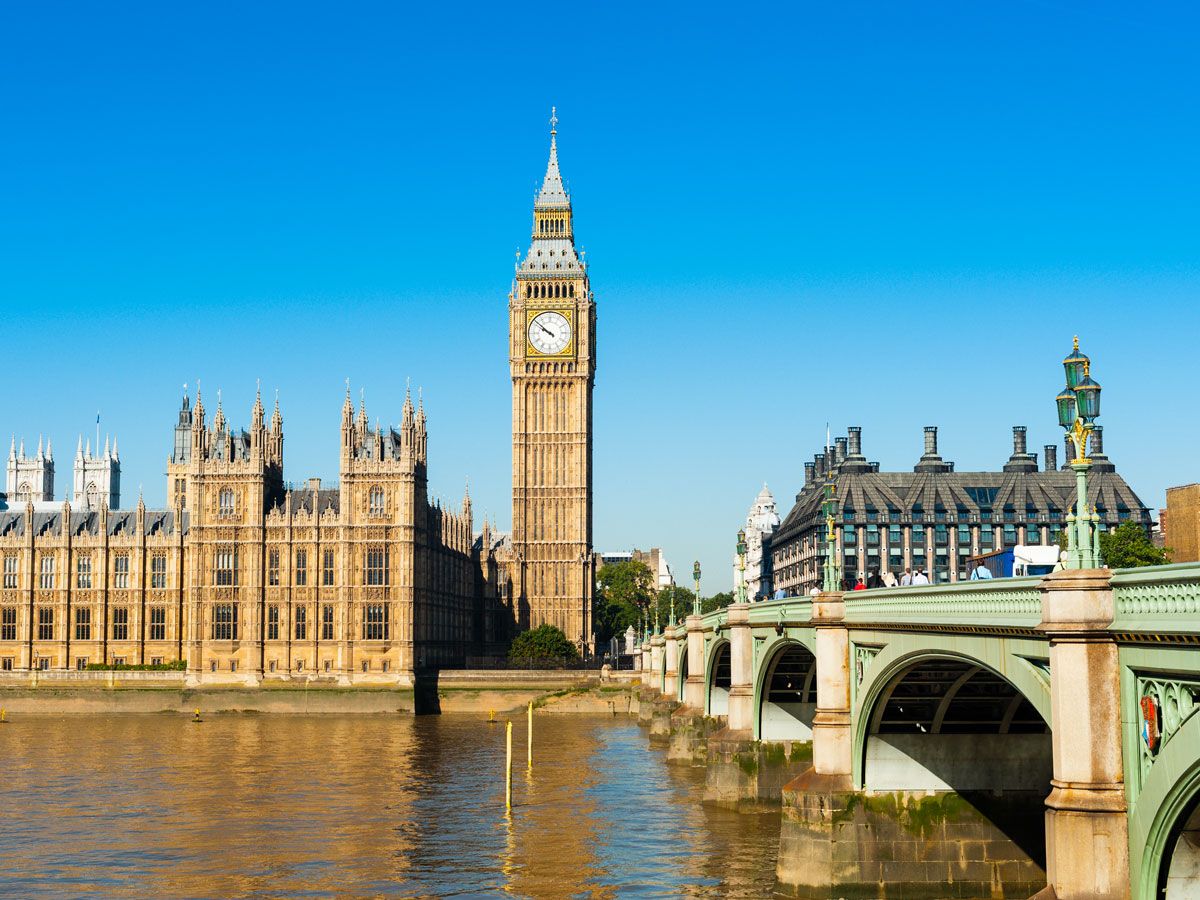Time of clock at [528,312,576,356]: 9:51
